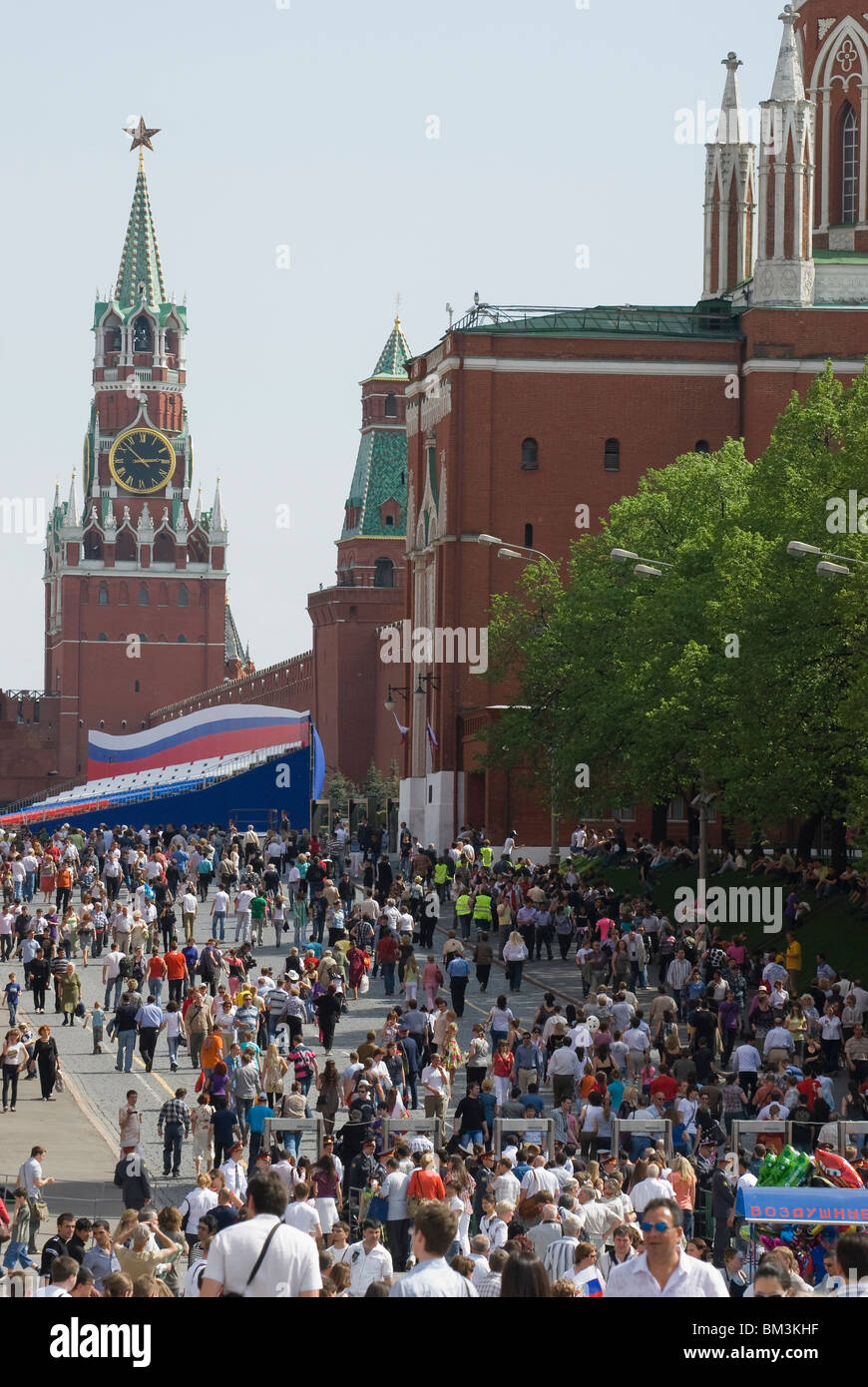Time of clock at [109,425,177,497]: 2:52
